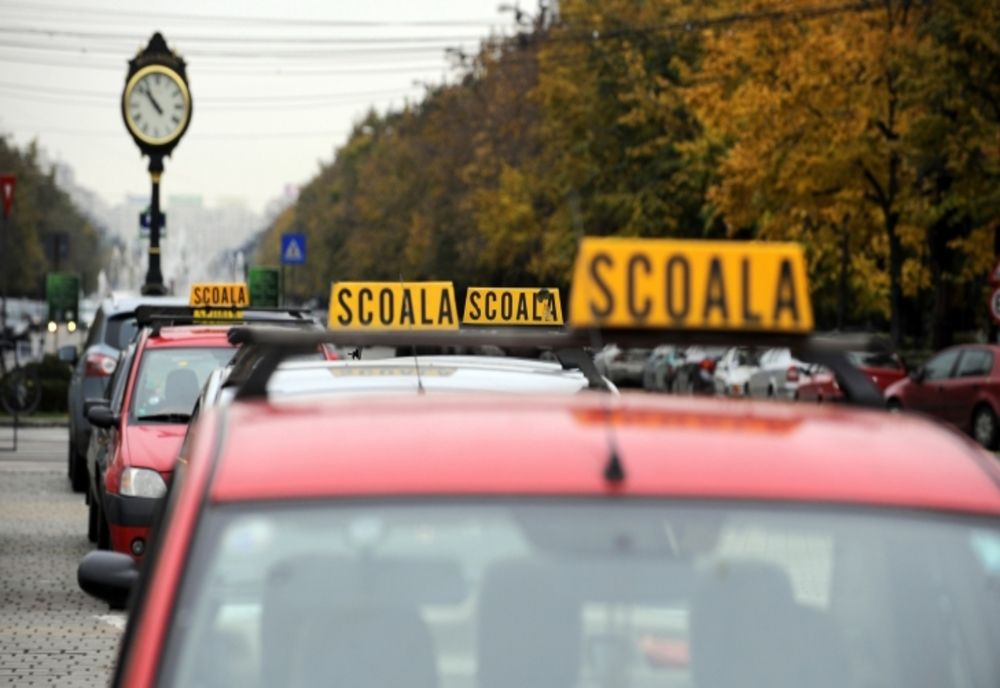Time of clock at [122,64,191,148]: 10:52
